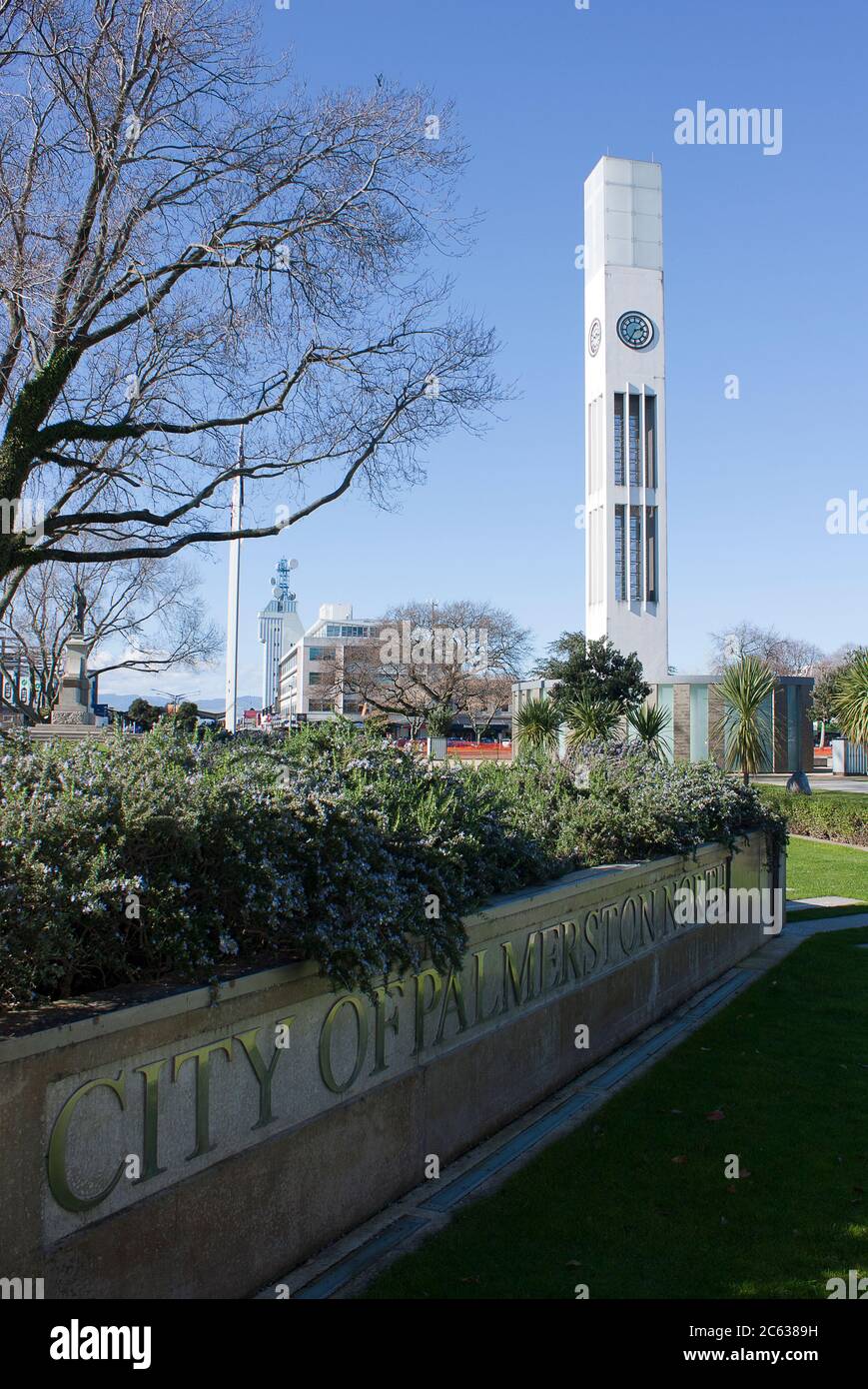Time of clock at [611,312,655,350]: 2:35
